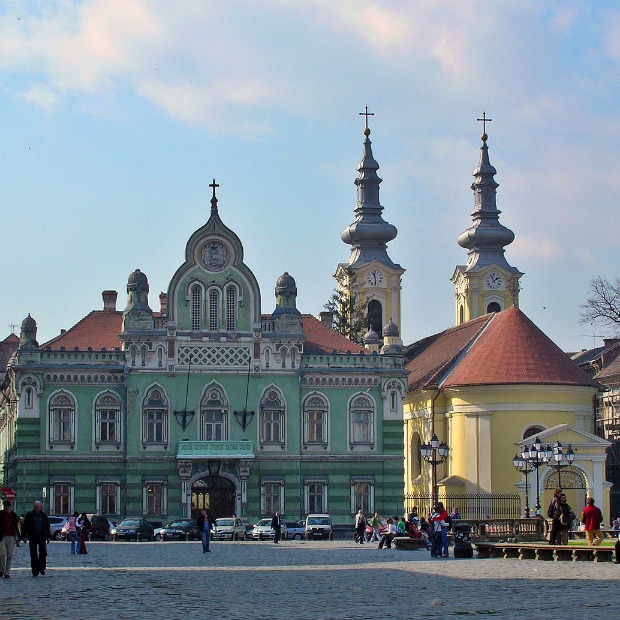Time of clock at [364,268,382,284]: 11:29
